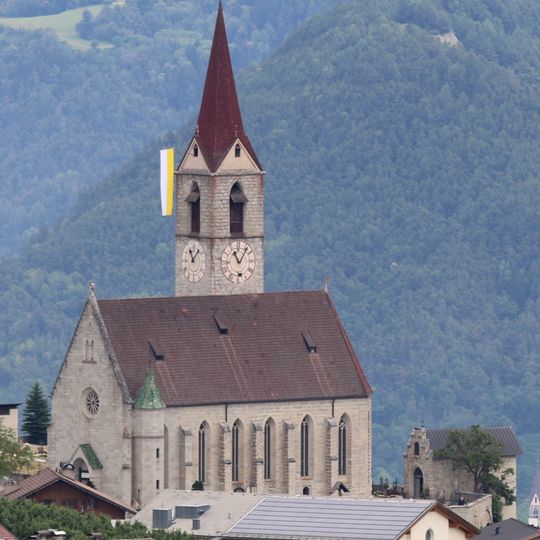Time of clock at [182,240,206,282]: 11:07
